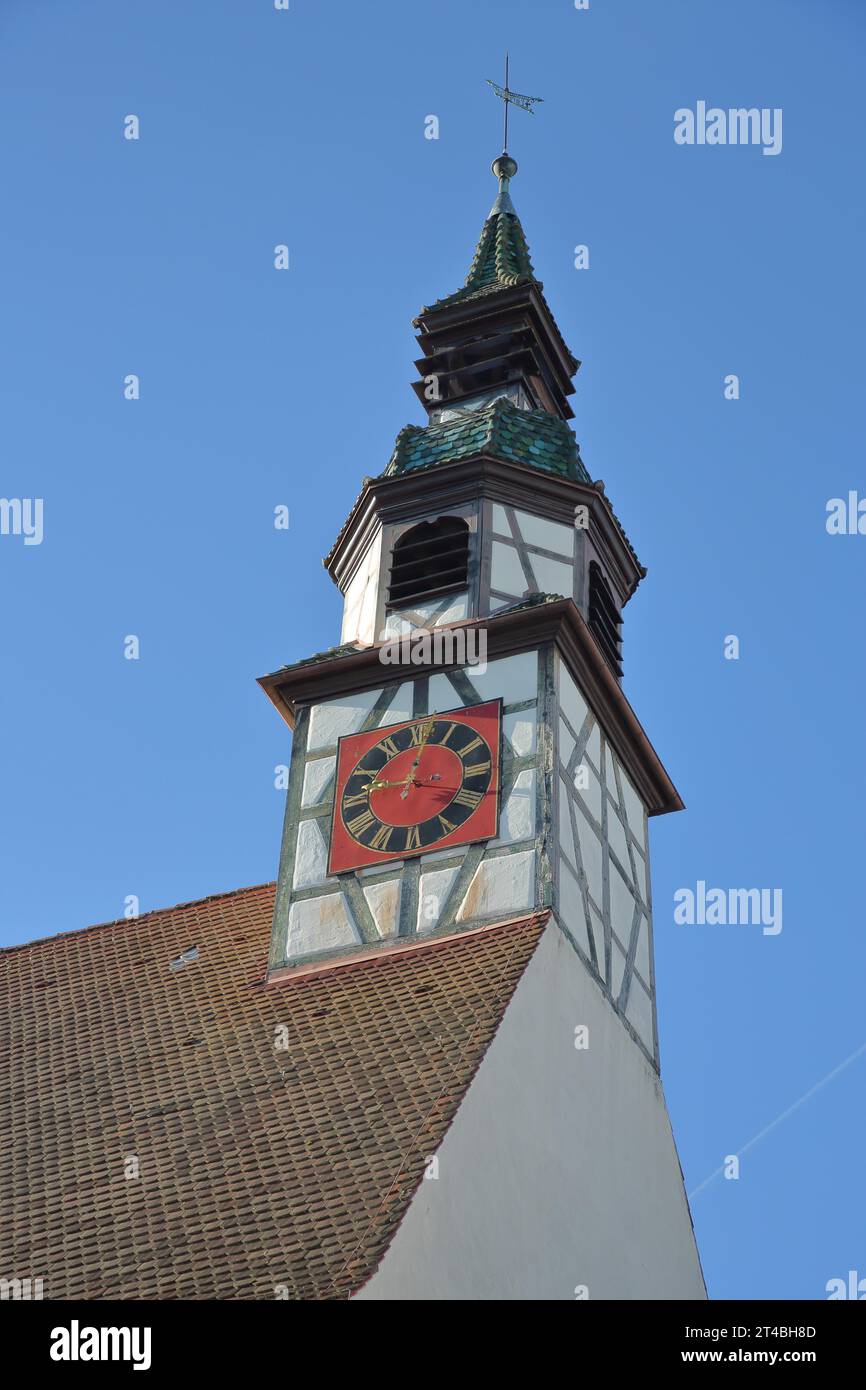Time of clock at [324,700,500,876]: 12:18
